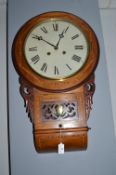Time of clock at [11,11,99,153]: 12:50
